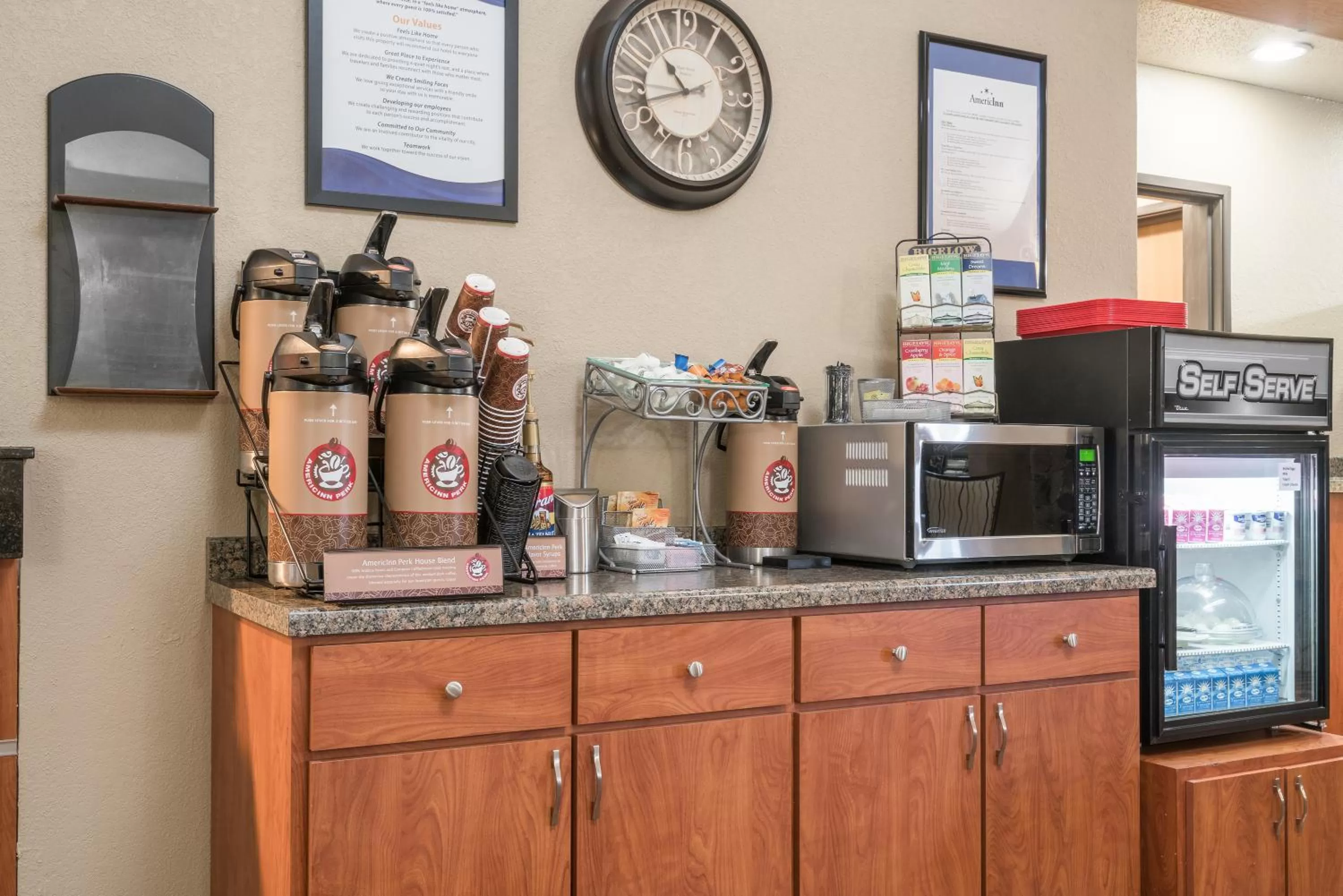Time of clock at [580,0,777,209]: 10:42
